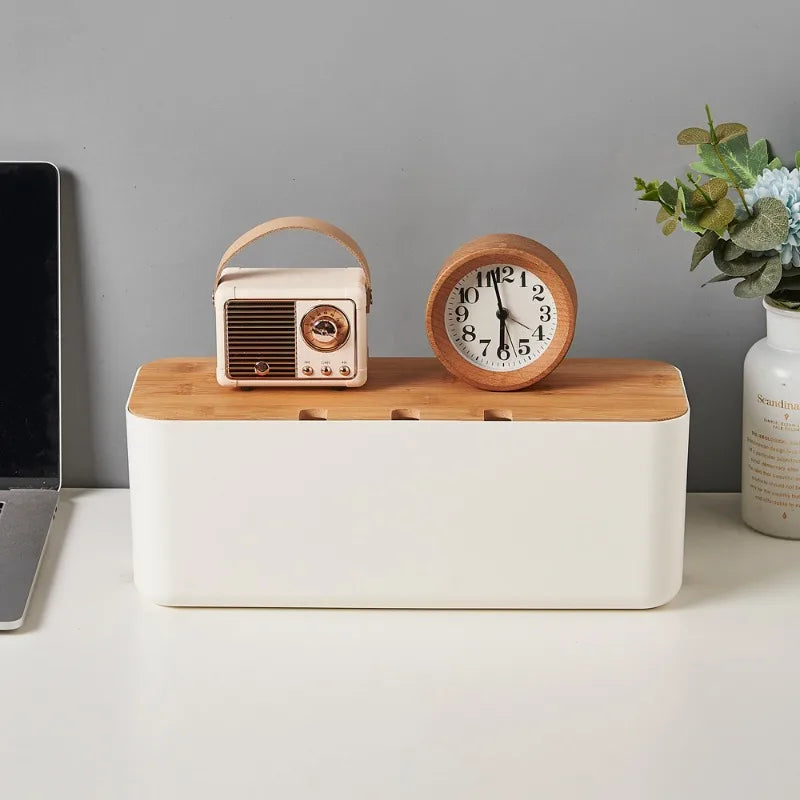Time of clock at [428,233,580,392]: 5:57
